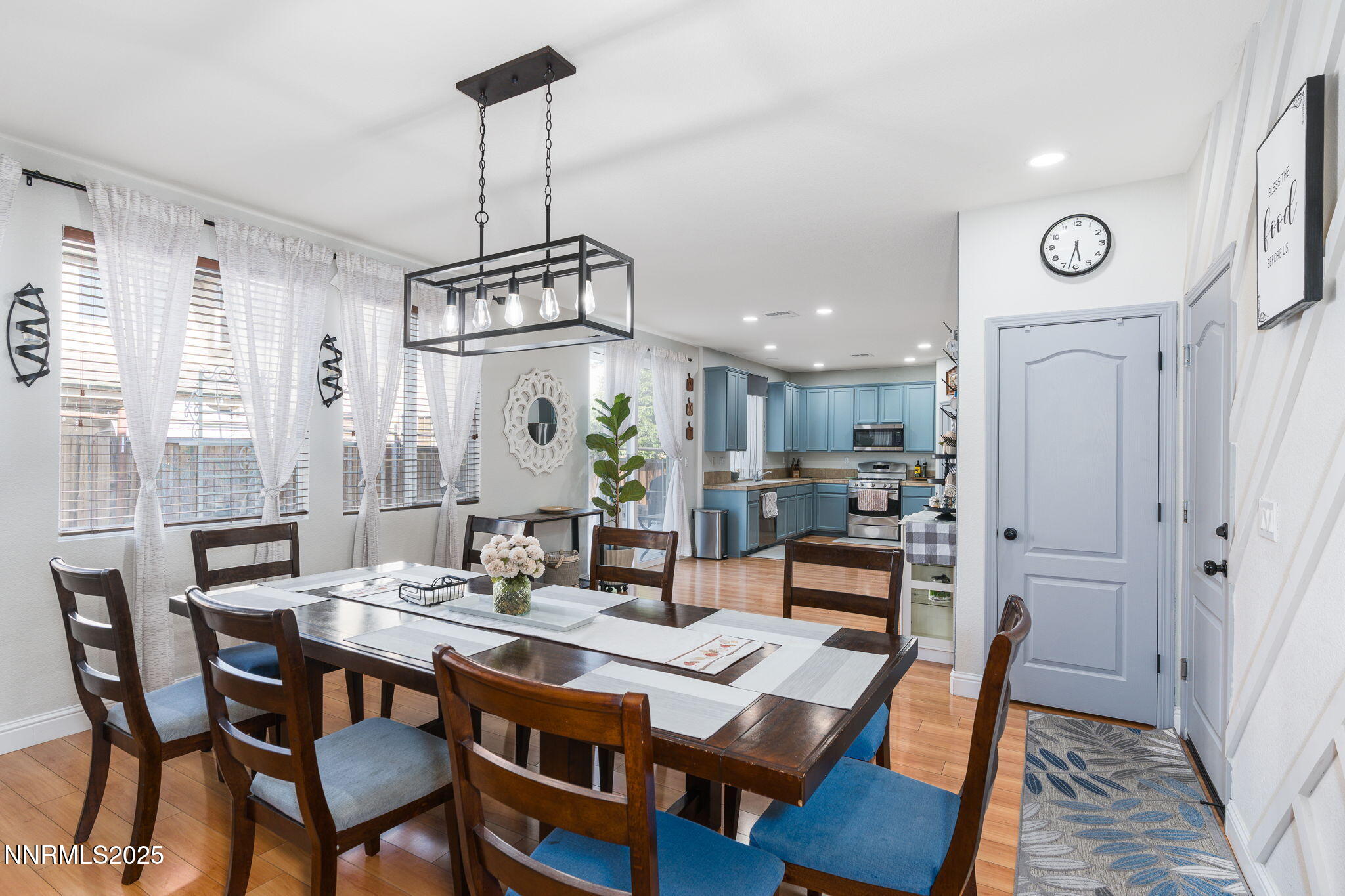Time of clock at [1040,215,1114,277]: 5:32
